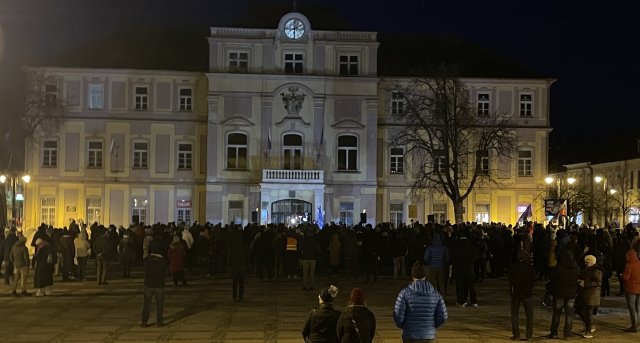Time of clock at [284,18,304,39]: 6:10
